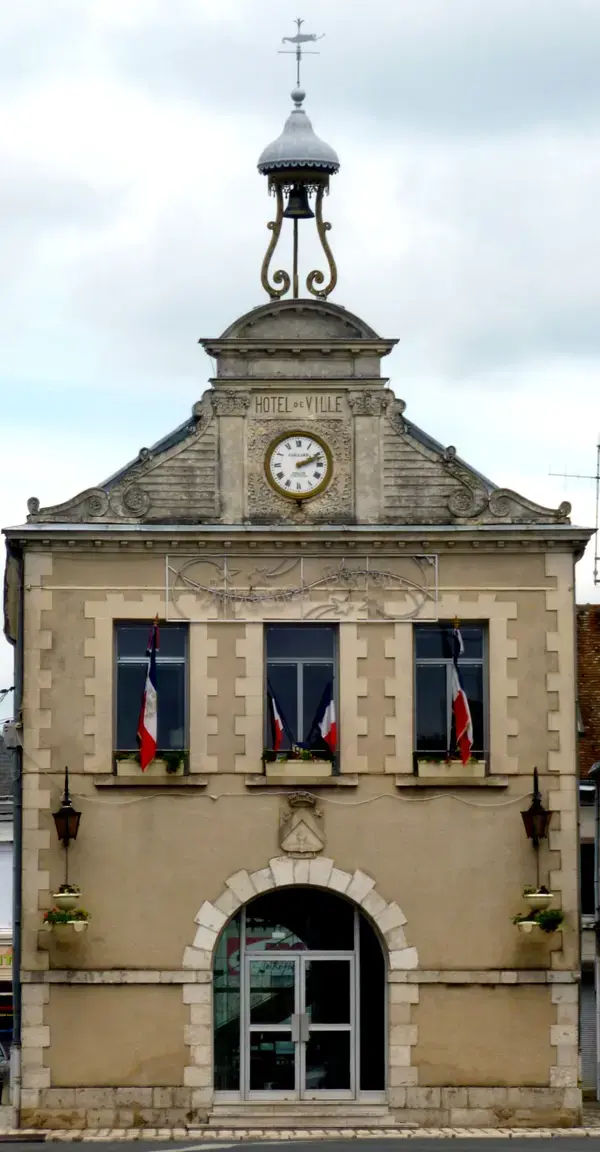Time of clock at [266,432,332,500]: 2:11
